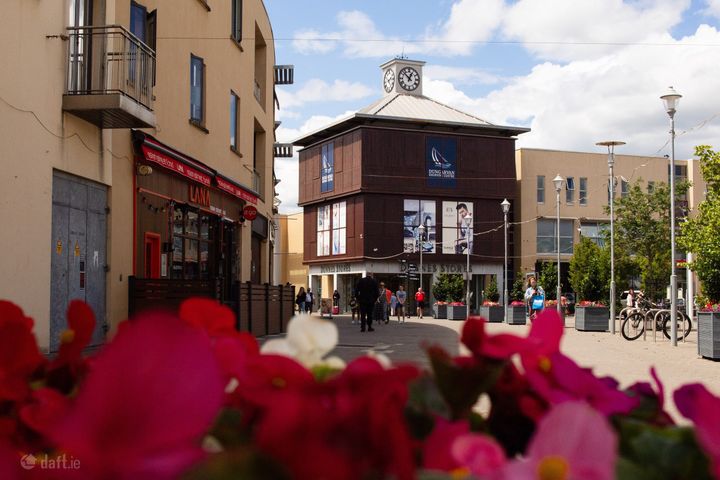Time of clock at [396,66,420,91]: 12:52
